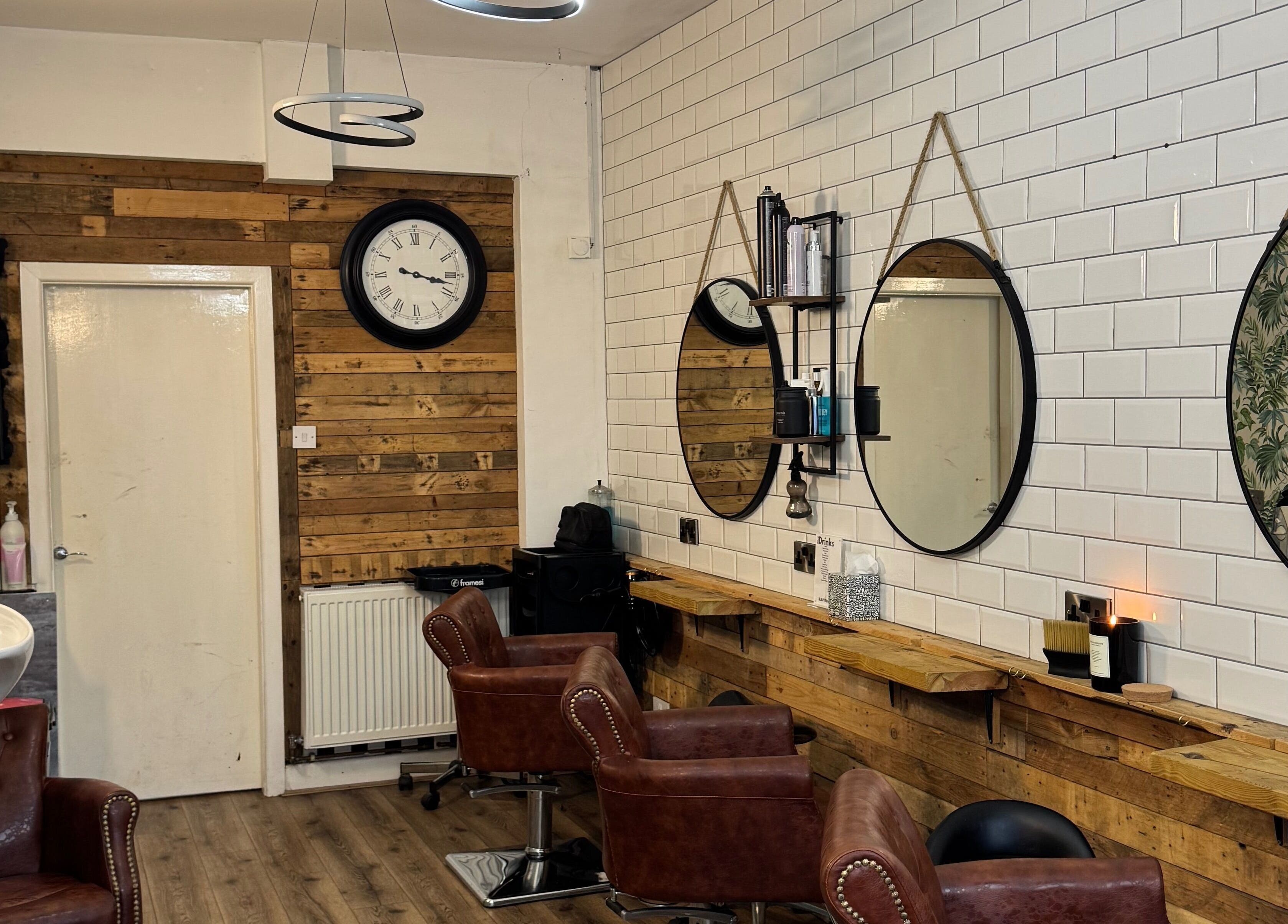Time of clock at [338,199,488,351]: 3:17
